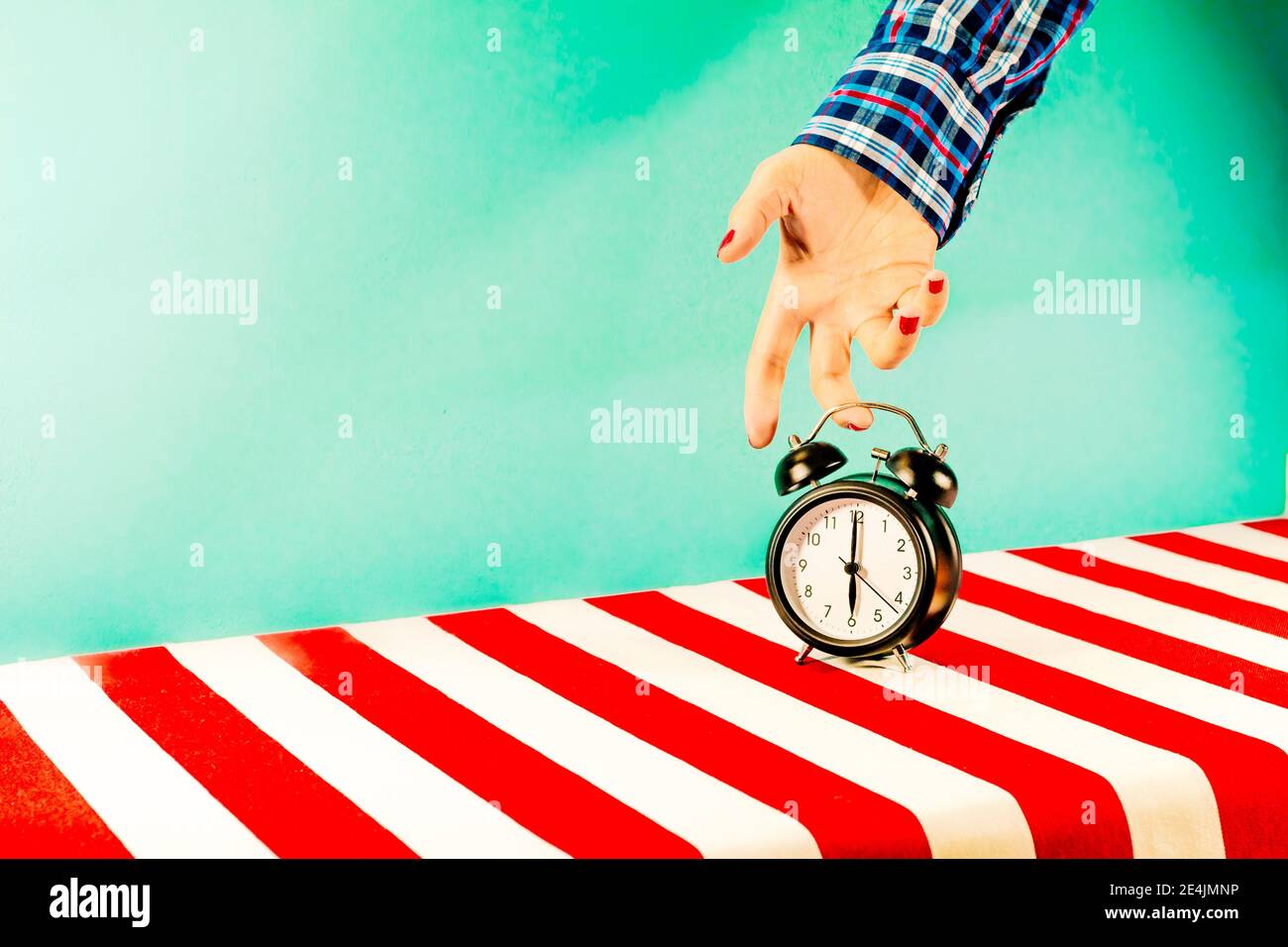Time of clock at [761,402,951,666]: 6:00
